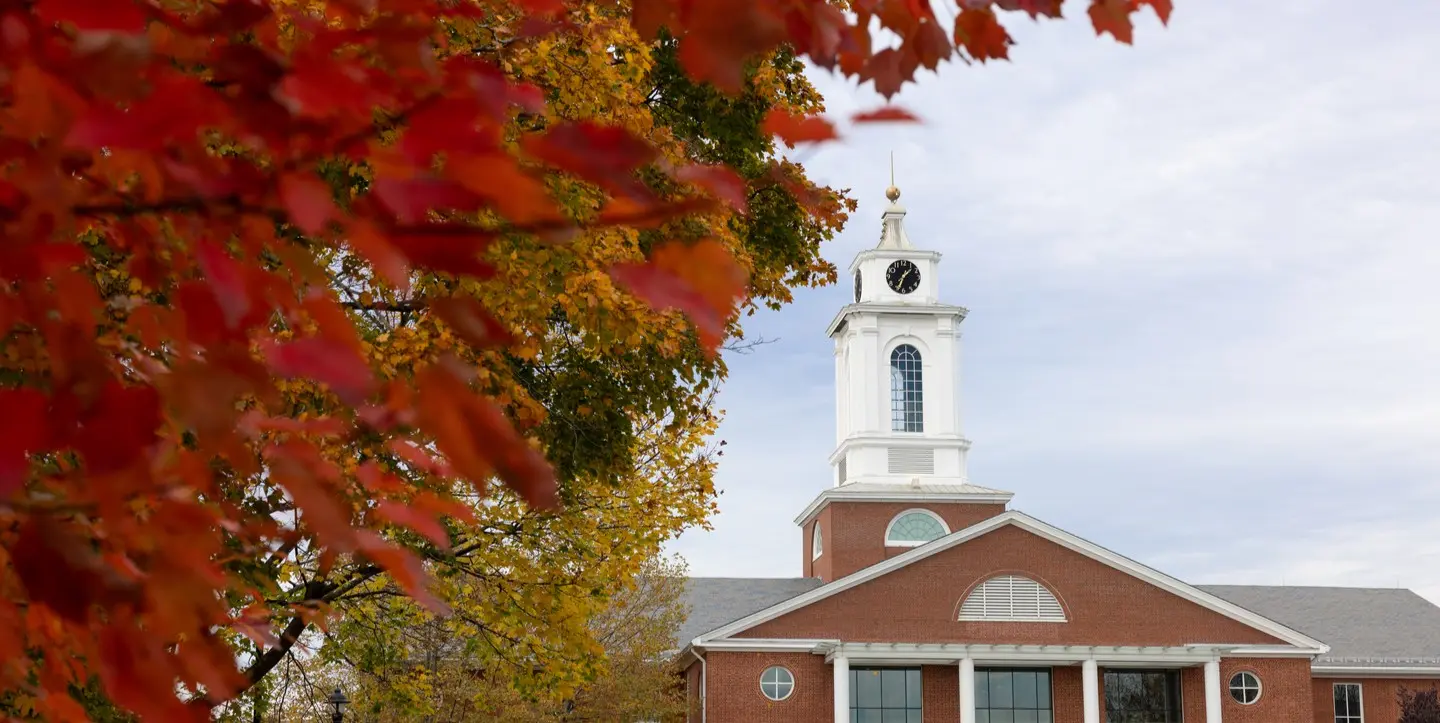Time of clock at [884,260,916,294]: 1:33
